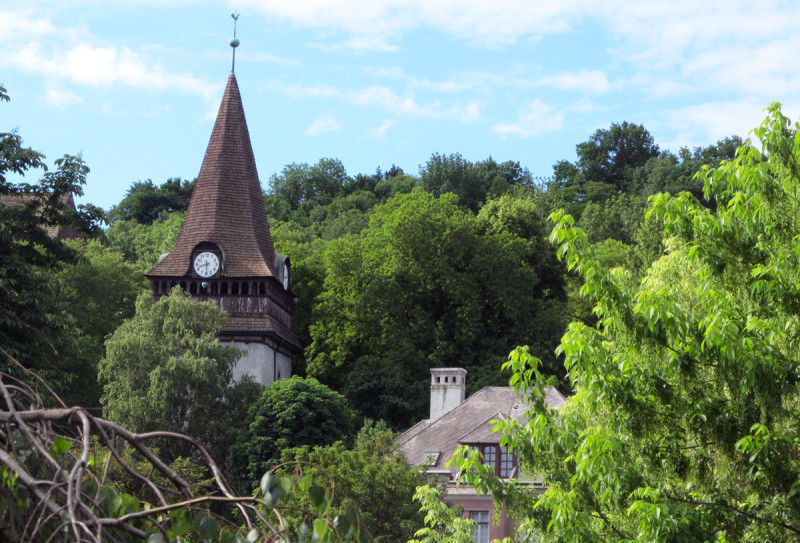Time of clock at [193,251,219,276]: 8:29
